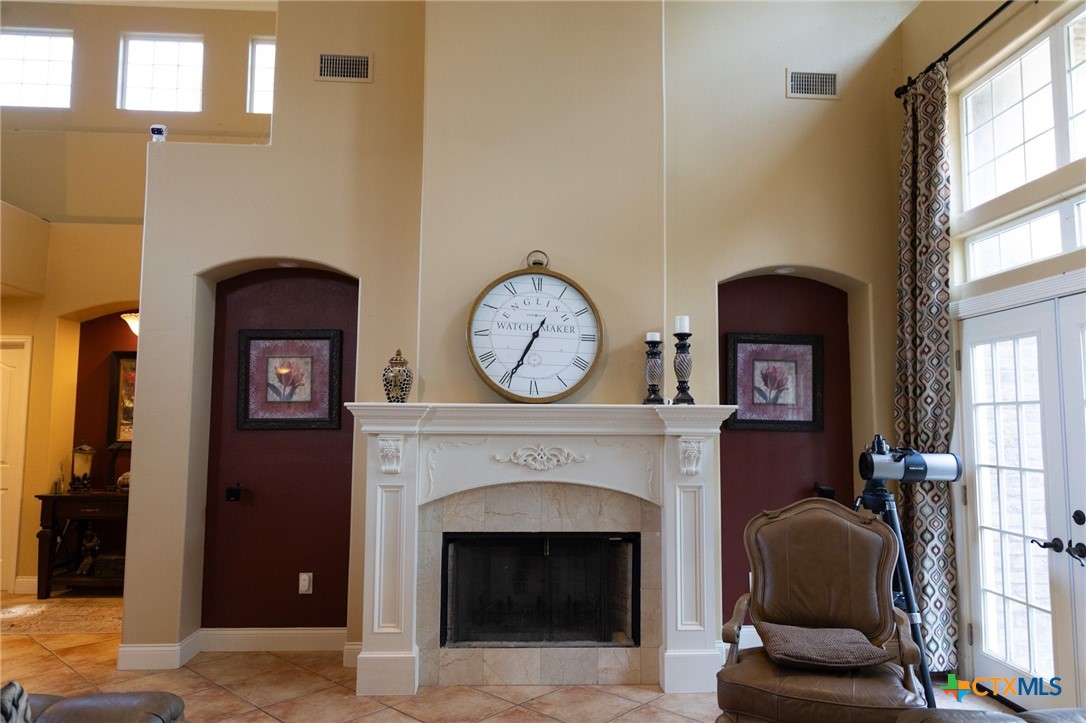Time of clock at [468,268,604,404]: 6:34
